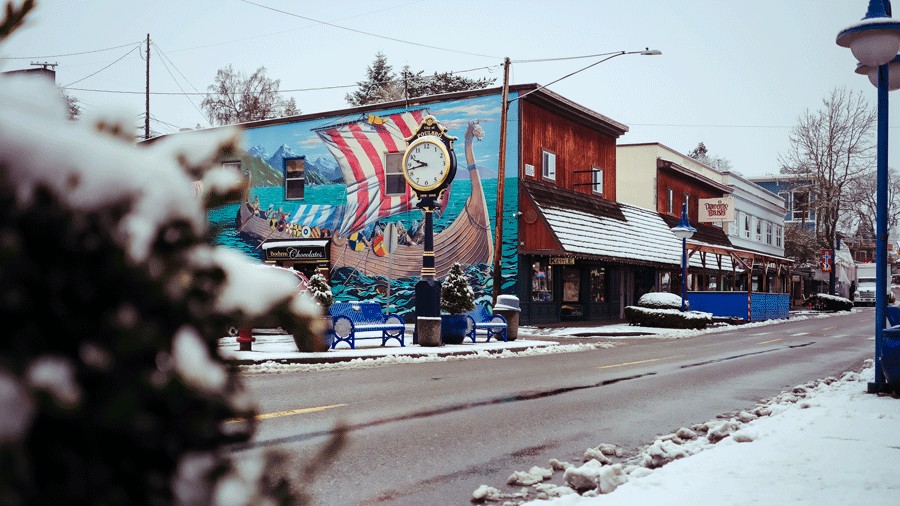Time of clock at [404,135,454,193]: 9:42
